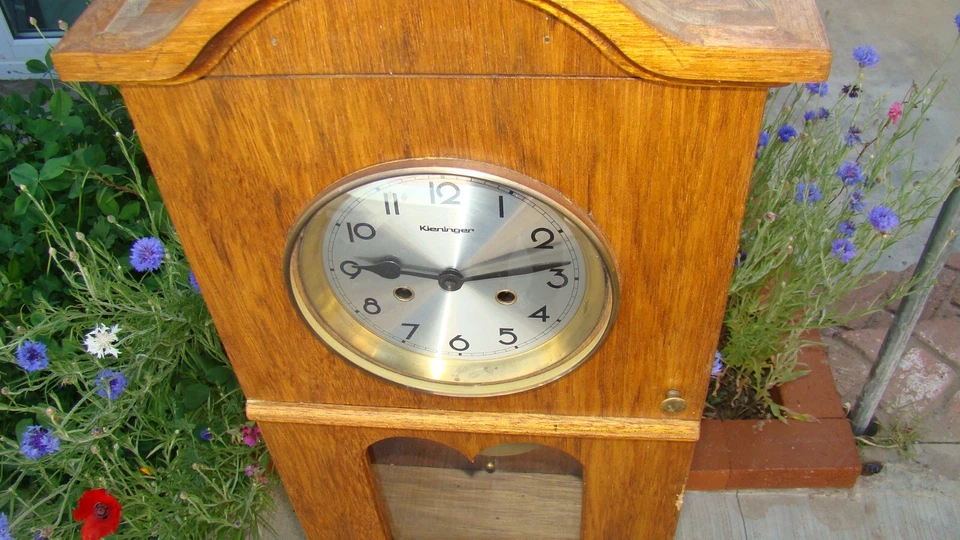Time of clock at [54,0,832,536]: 9:12
